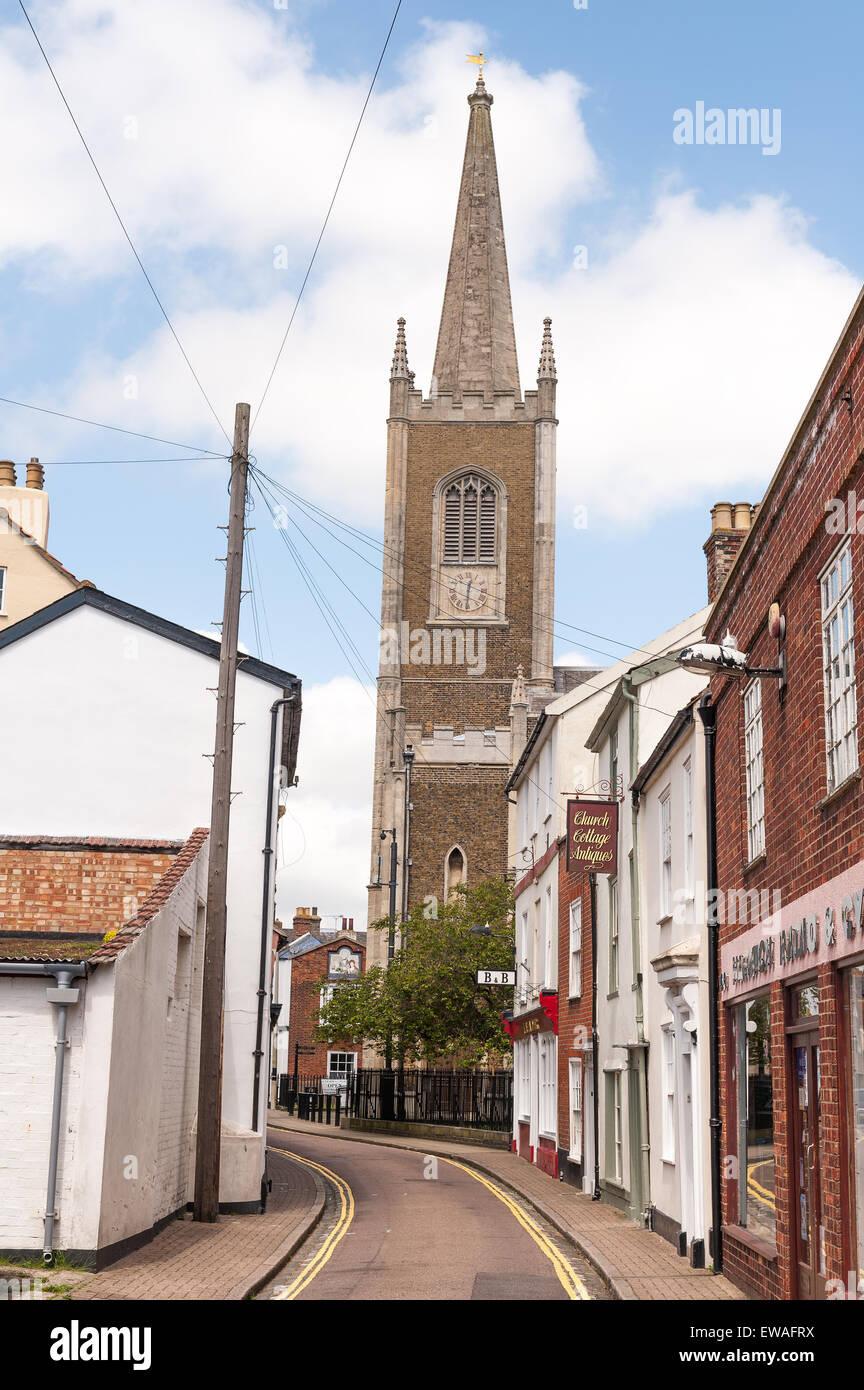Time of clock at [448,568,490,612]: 12:30
